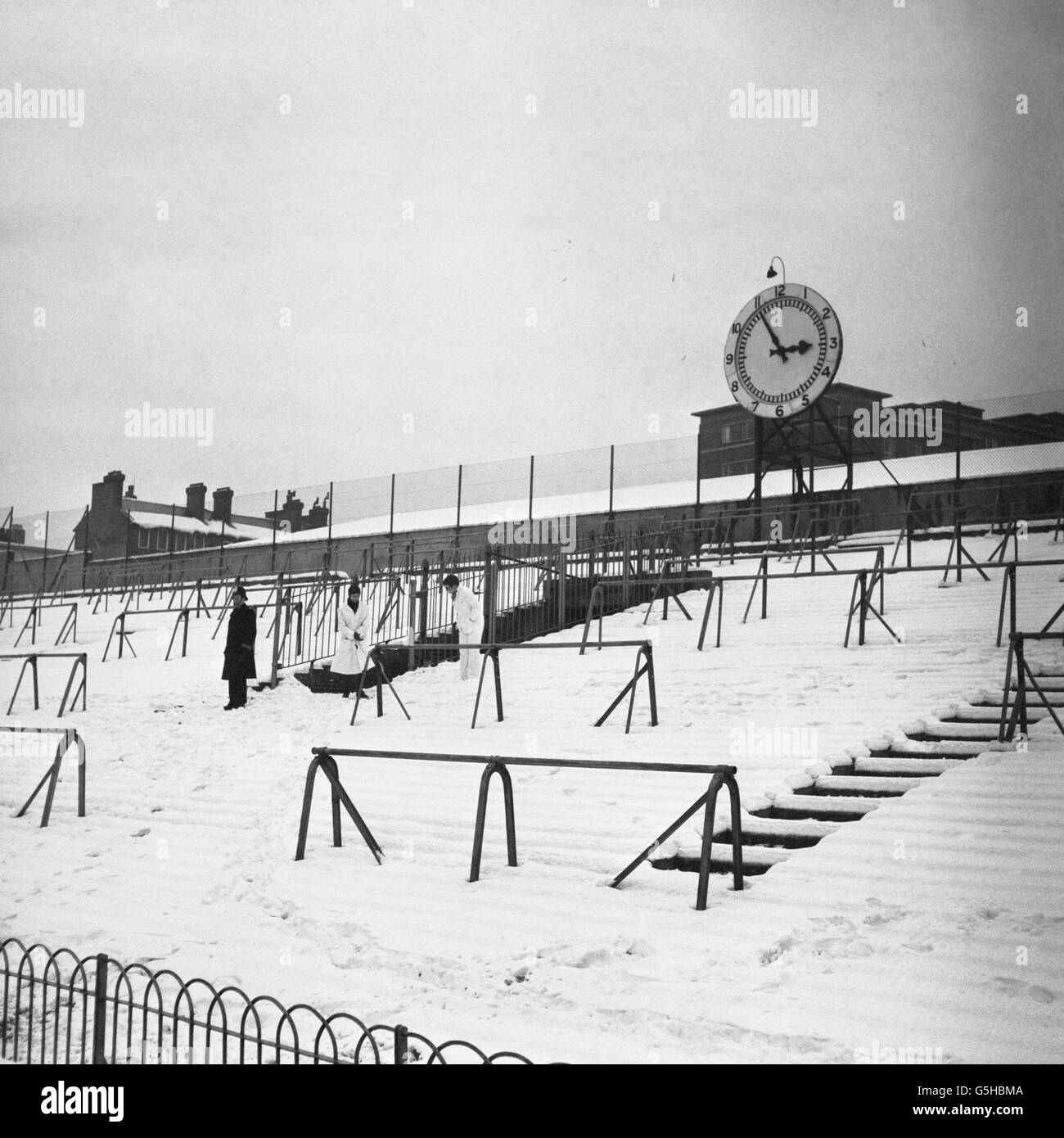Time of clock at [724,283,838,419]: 2:55
